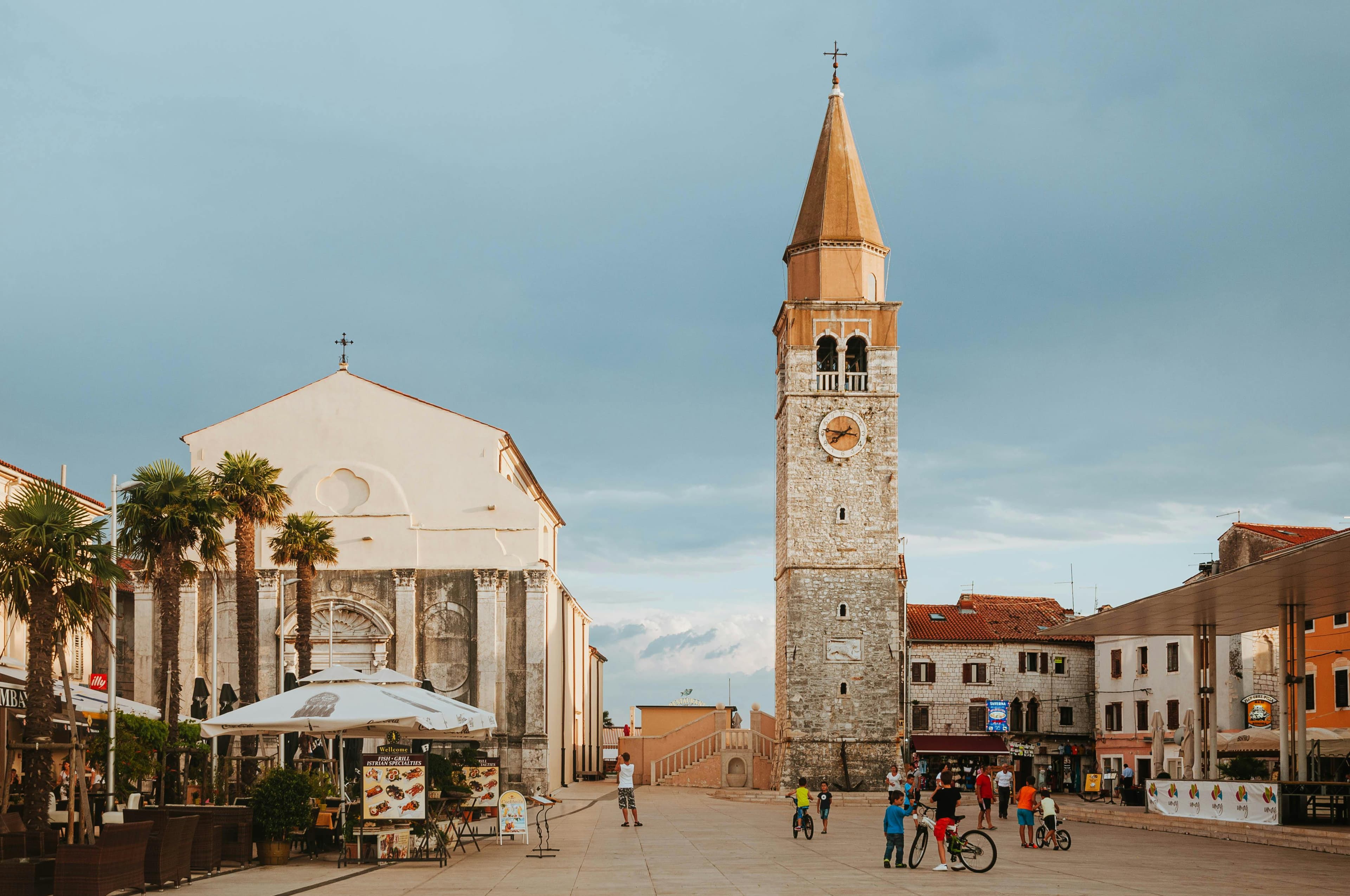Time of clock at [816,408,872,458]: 7:46
